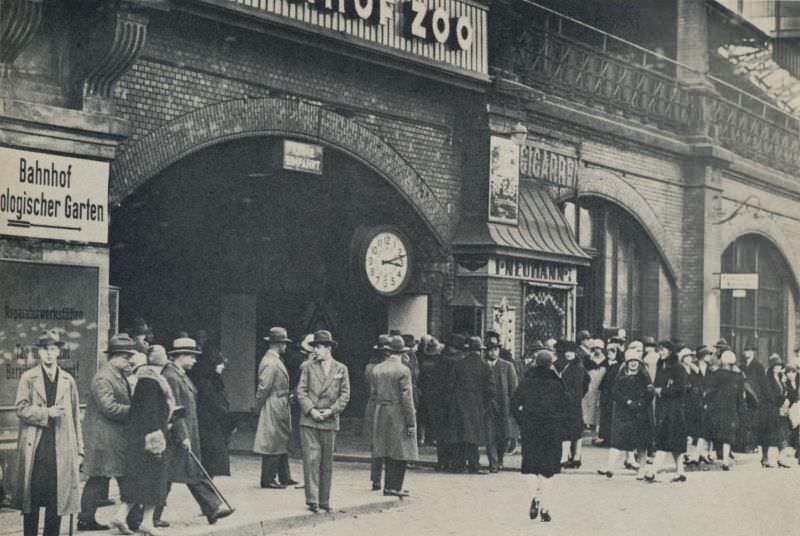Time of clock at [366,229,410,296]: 3:12
